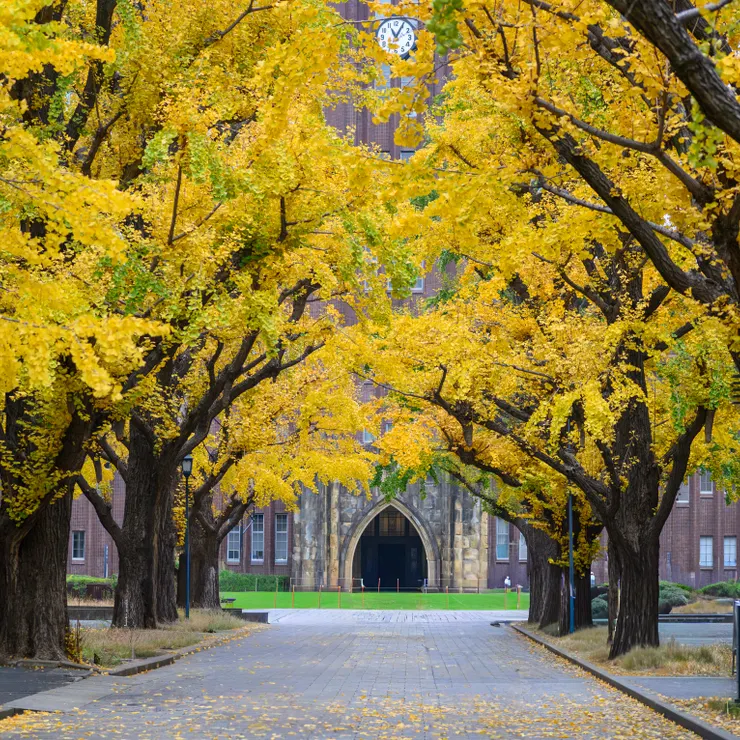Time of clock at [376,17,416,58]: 11:04
